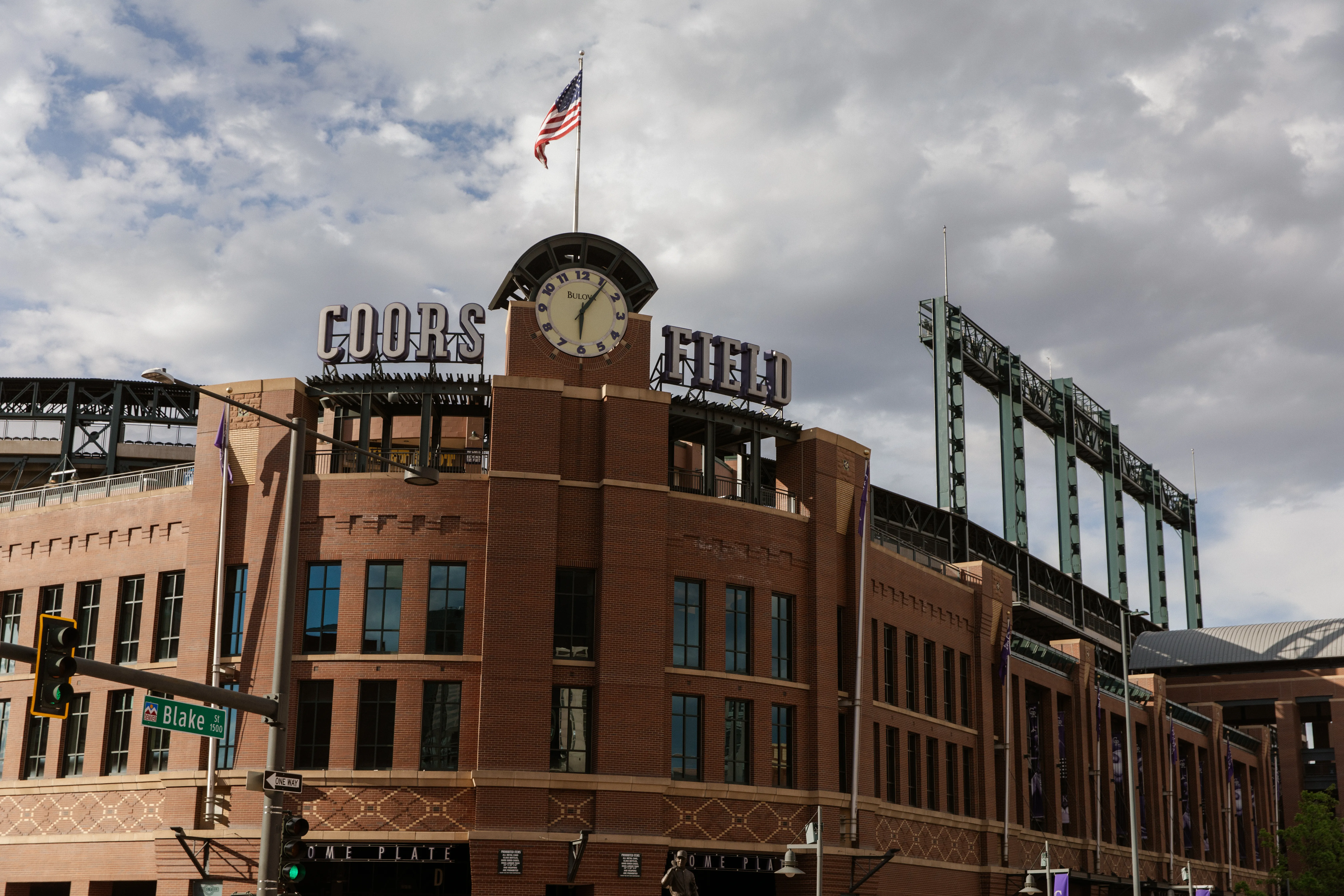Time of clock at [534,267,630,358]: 6:06
